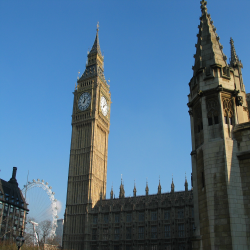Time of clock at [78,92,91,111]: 12:07
